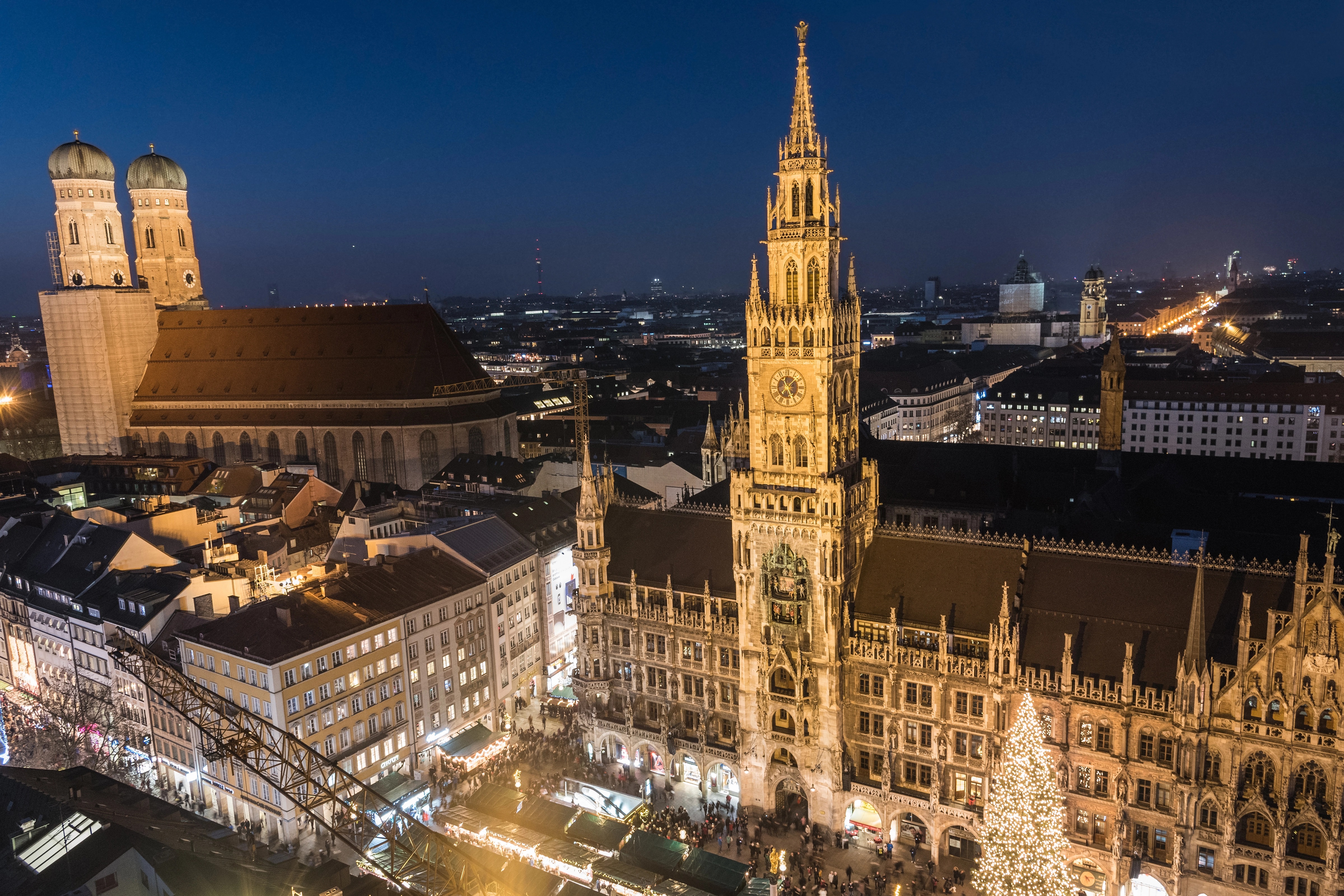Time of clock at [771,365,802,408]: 5:07
